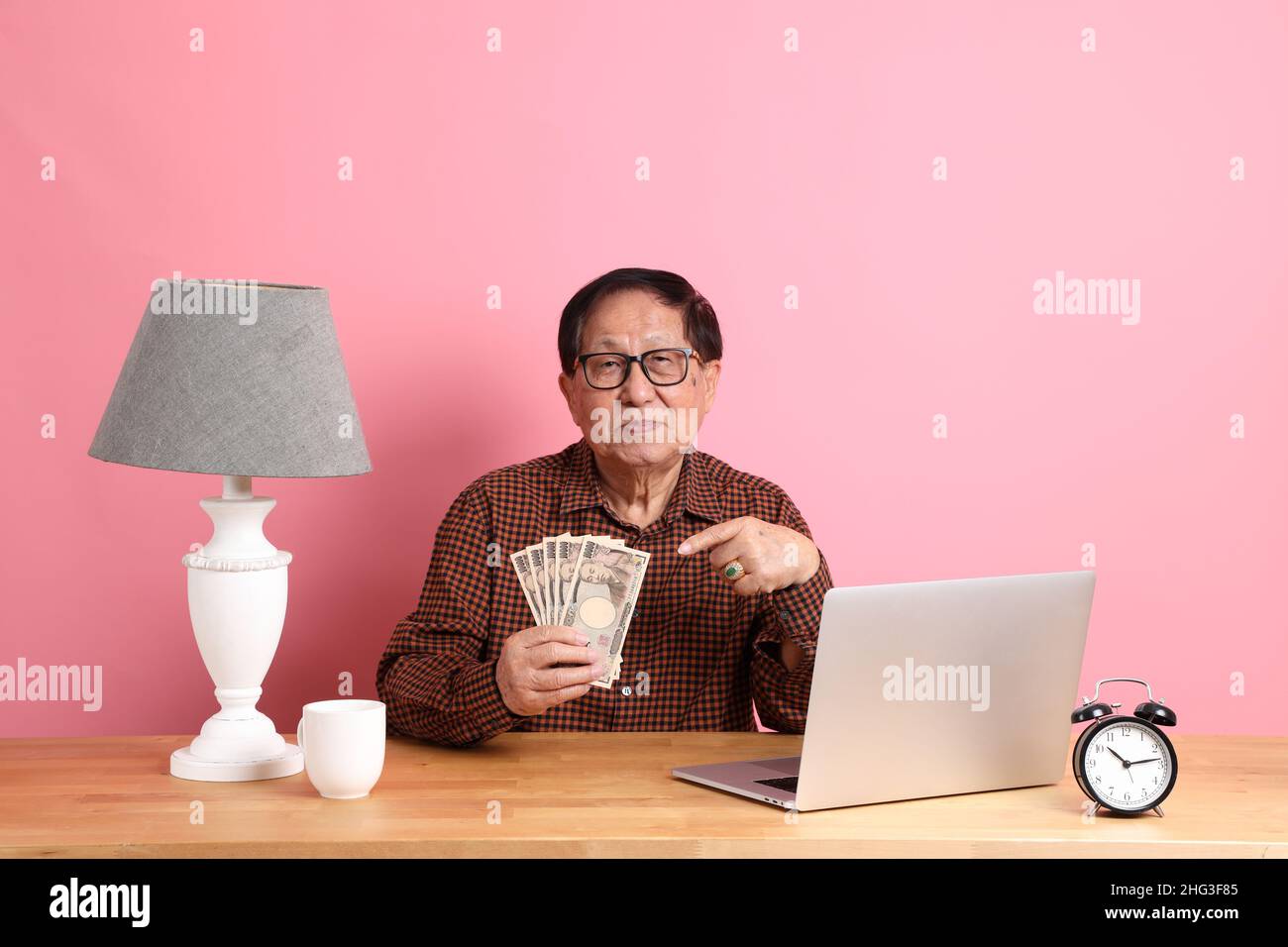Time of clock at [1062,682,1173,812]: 10:13
